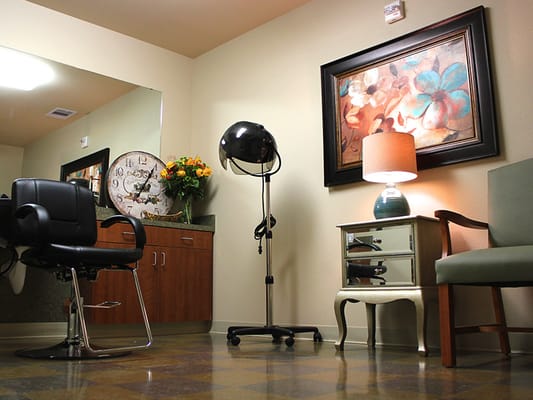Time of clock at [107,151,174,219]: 7:05
